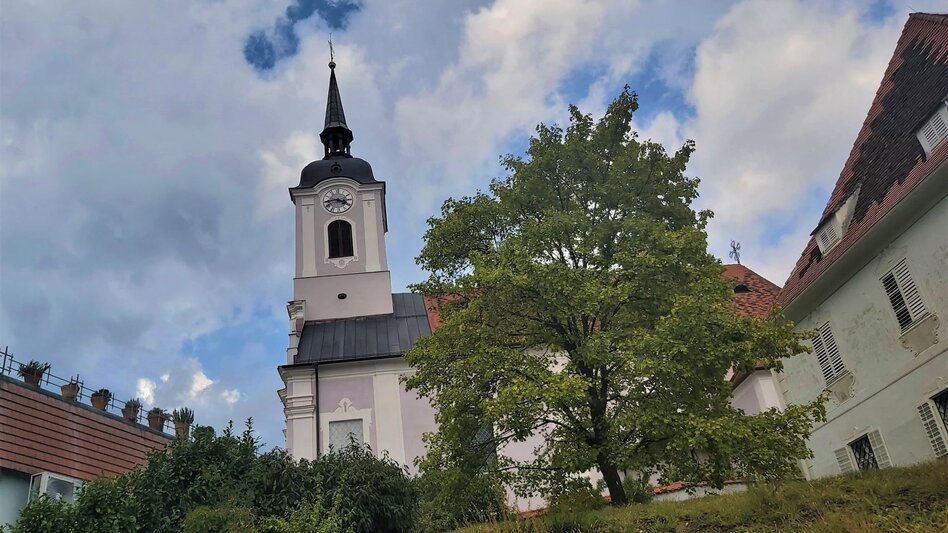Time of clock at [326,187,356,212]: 3:43
